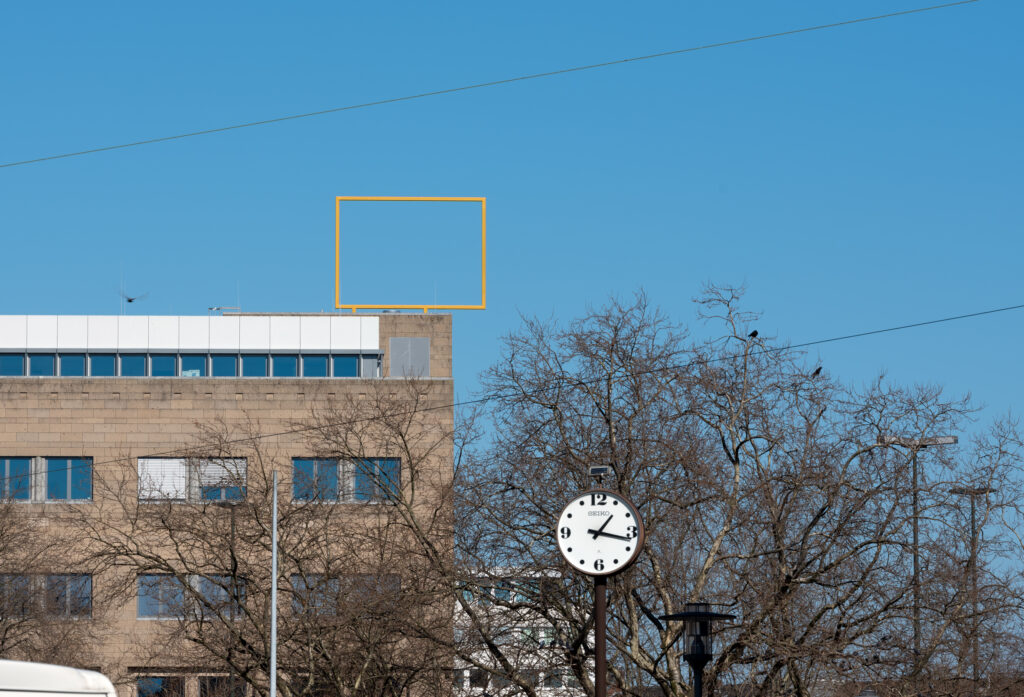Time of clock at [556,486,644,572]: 1:17
